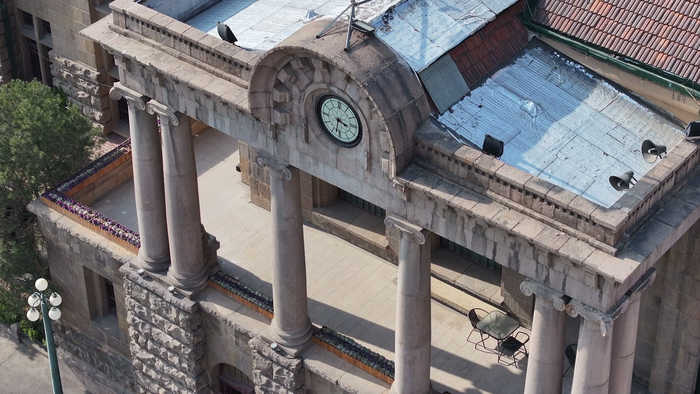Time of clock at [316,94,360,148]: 3:31
